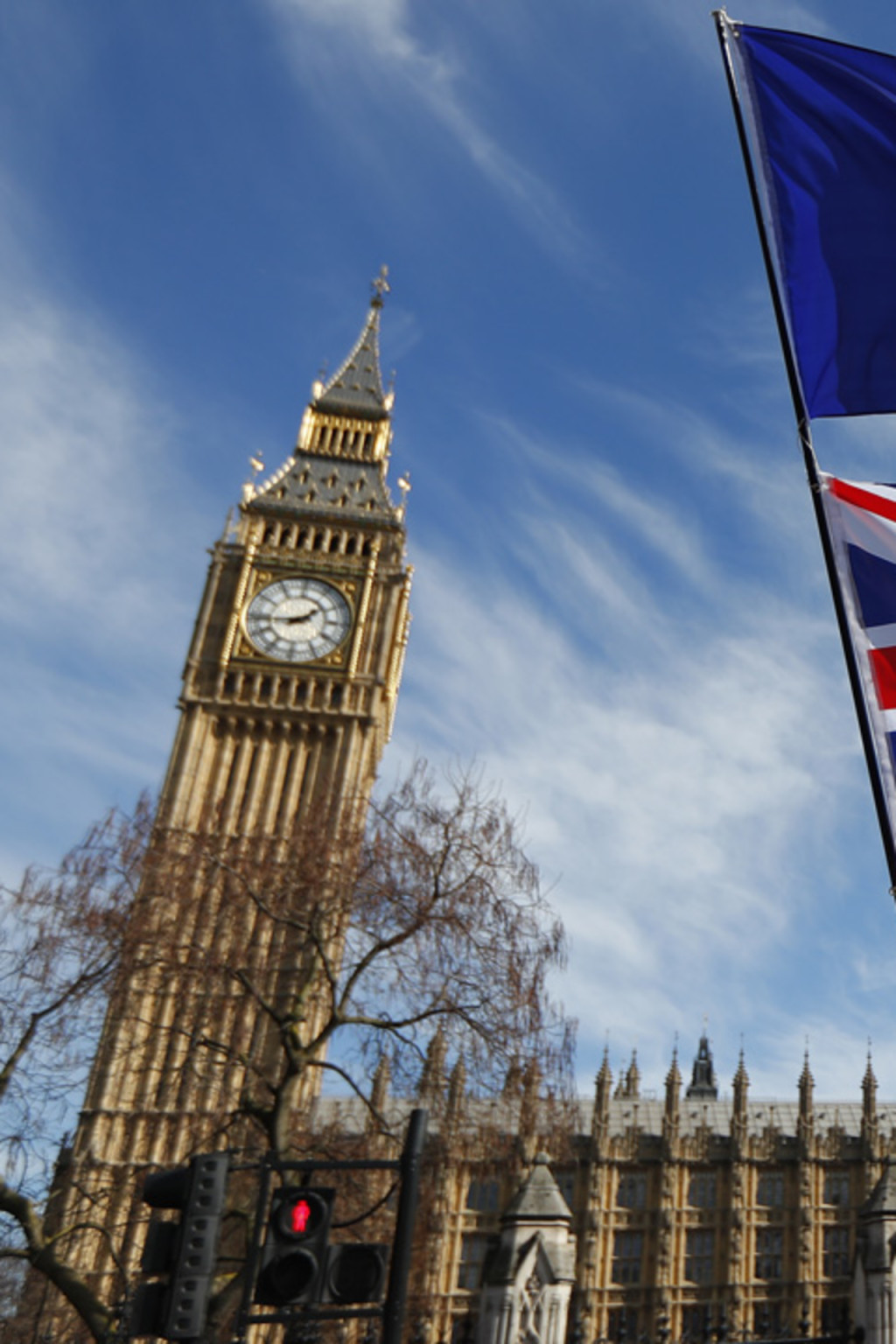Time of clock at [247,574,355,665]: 1:43
